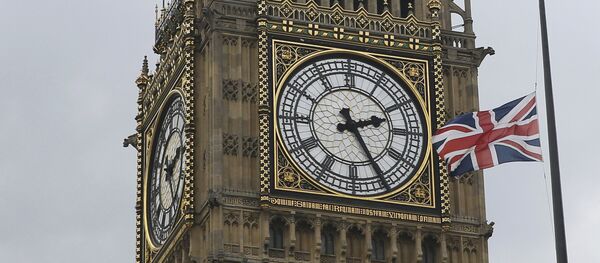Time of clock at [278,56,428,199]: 2:25
